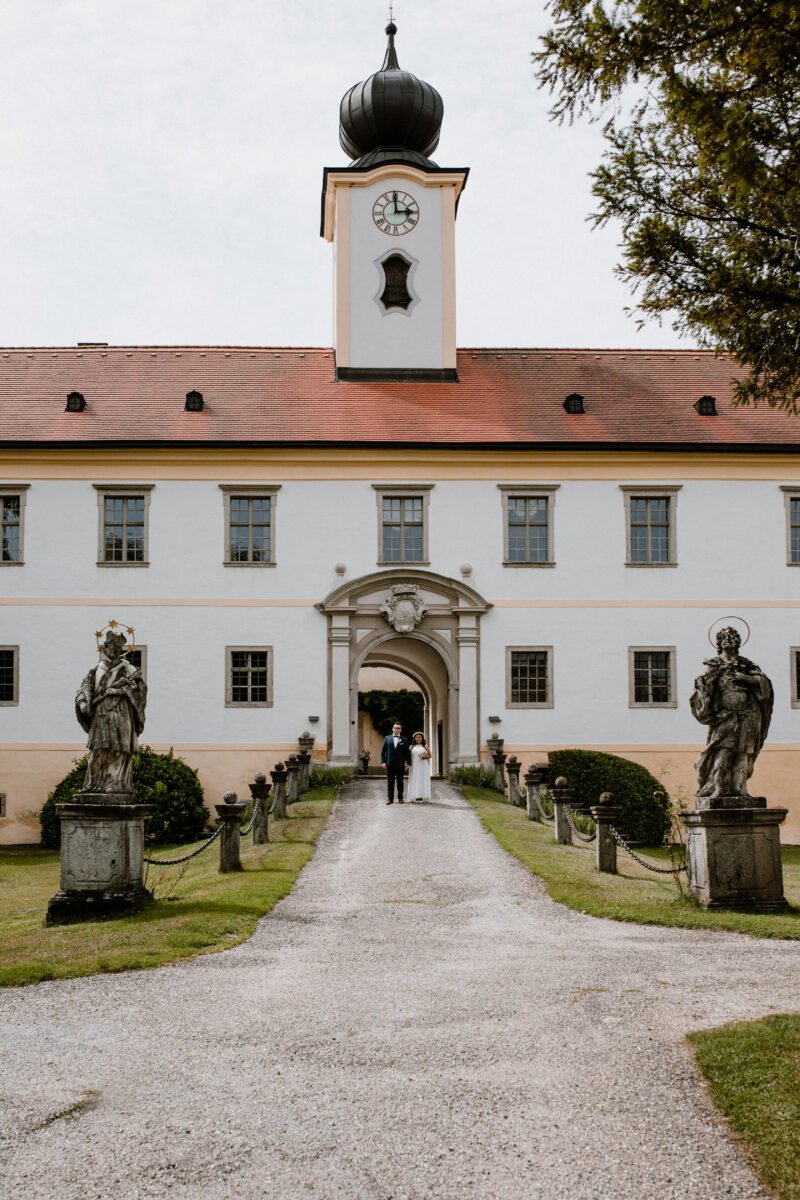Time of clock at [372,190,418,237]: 2:59
